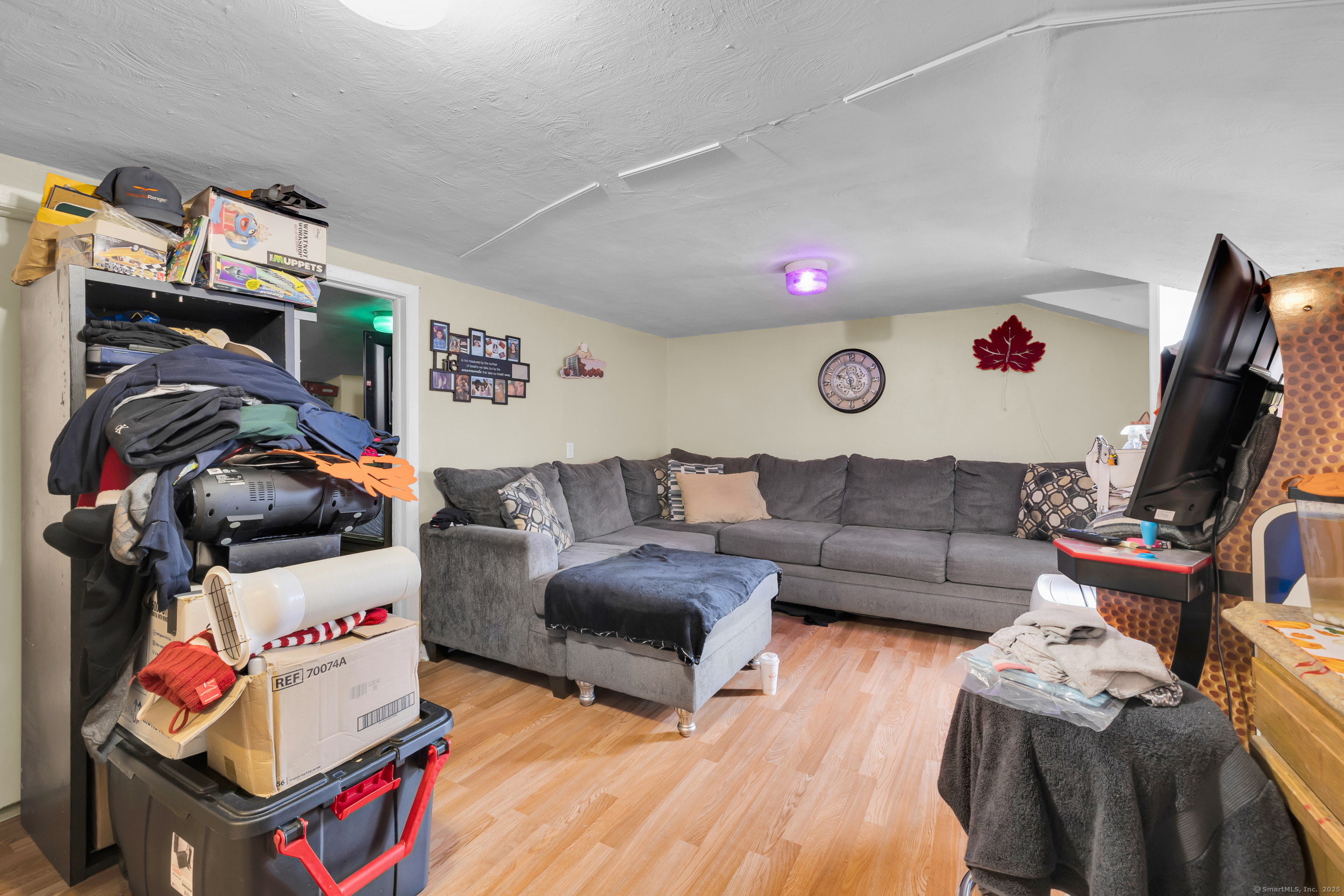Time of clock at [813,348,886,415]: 9:57
